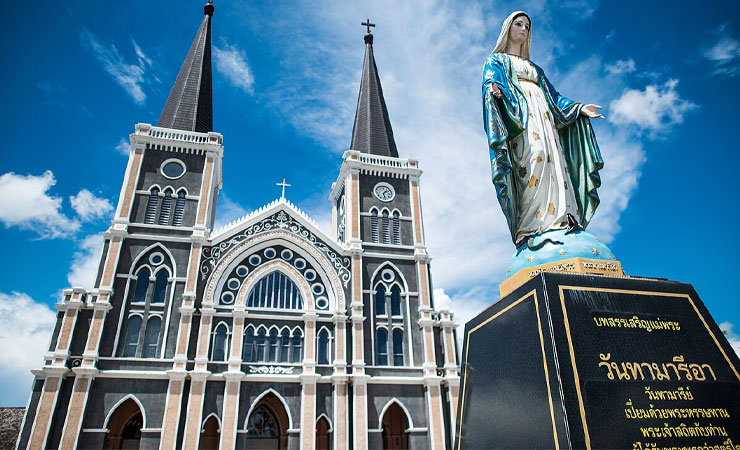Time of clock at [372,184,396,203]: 1:28
